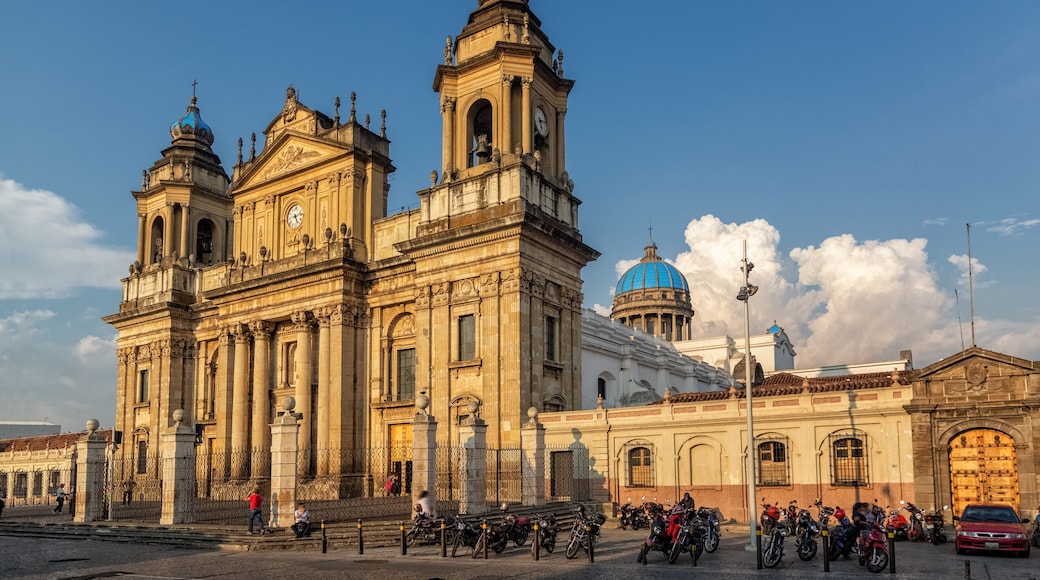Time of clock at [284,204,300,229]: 5:12
